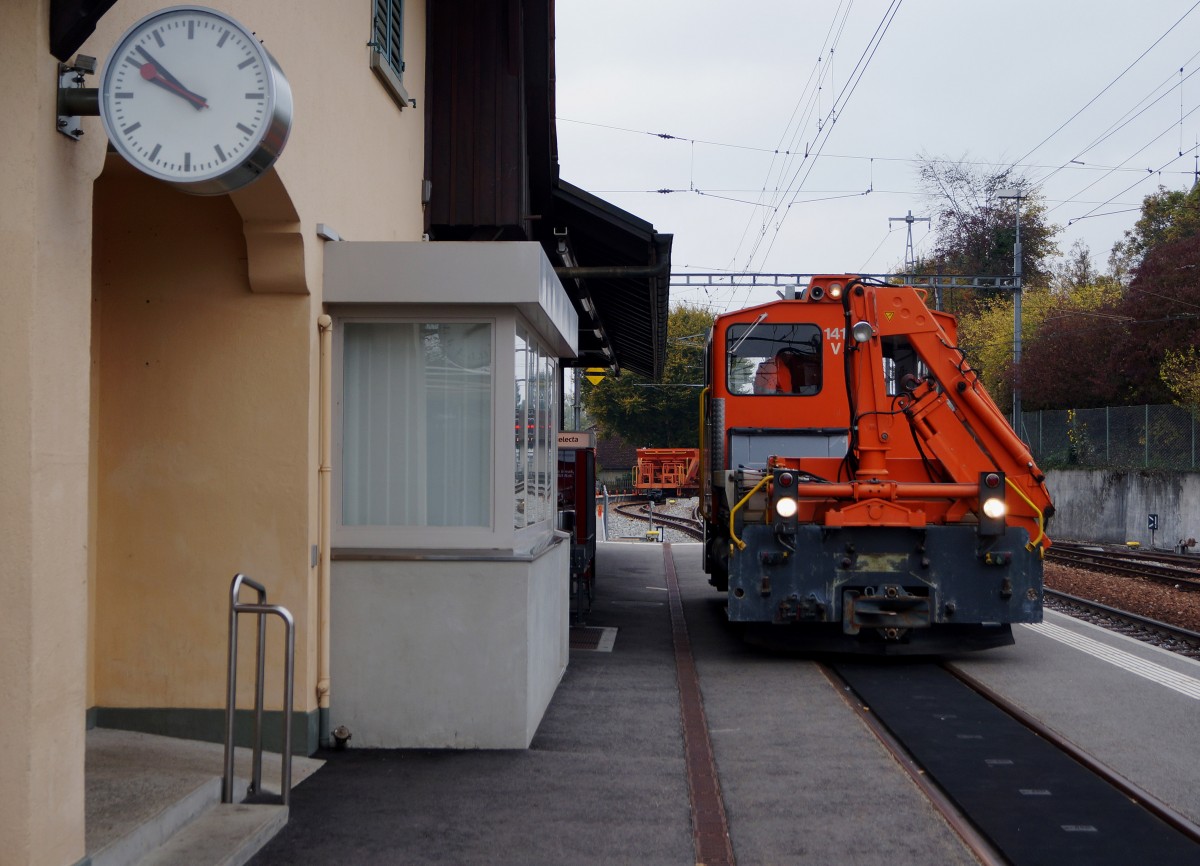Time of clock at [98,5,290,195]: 9:51
